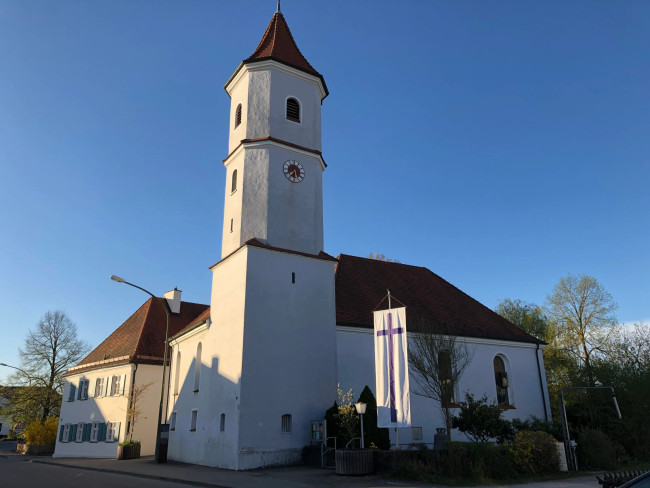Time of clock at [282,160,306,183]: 7:30
